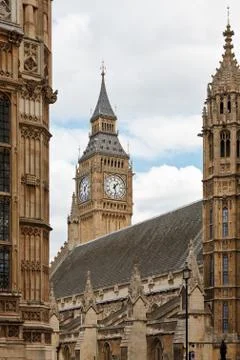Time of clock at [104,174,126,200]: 1:28
